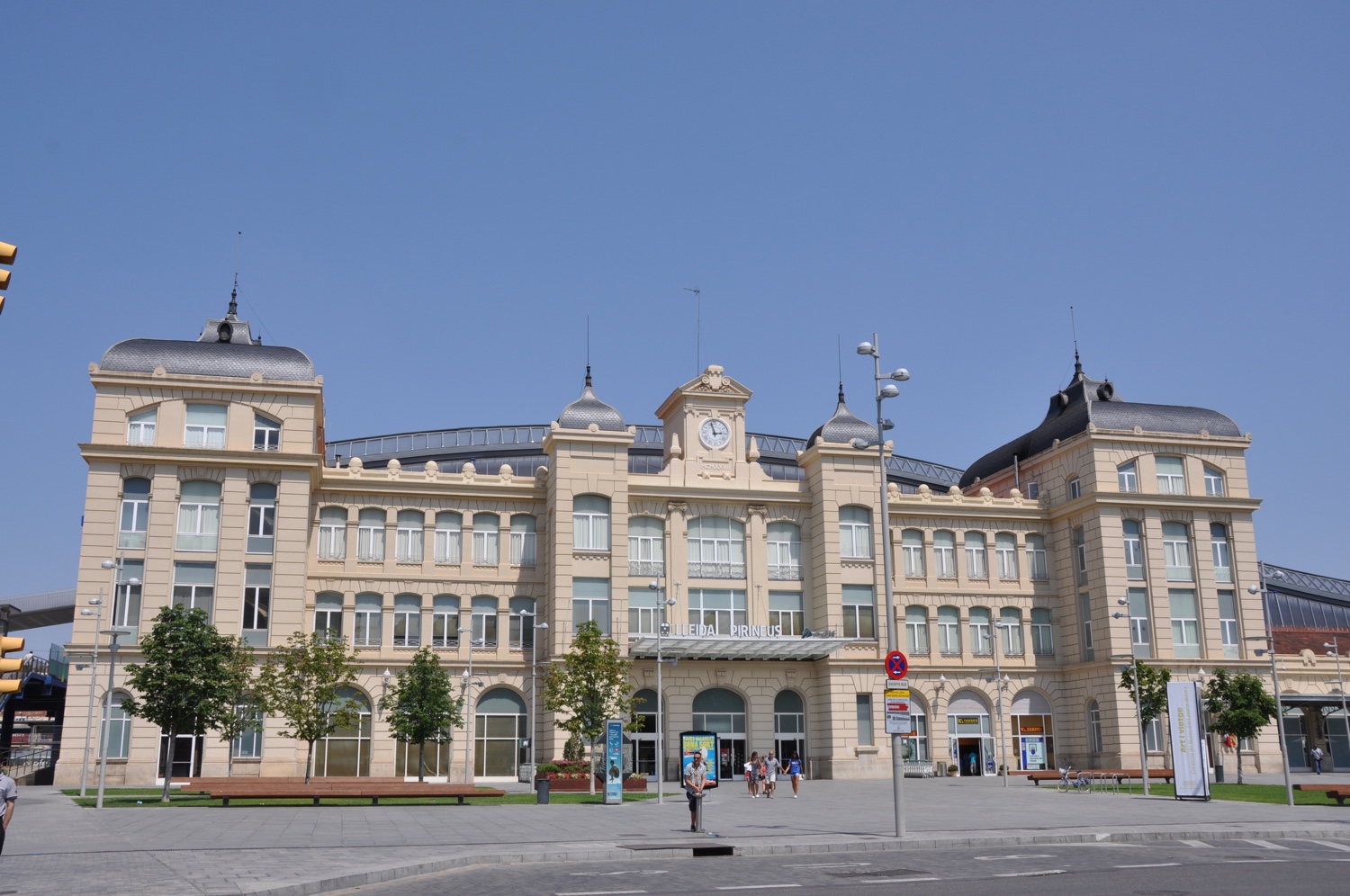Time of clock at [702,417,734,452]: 2:57
